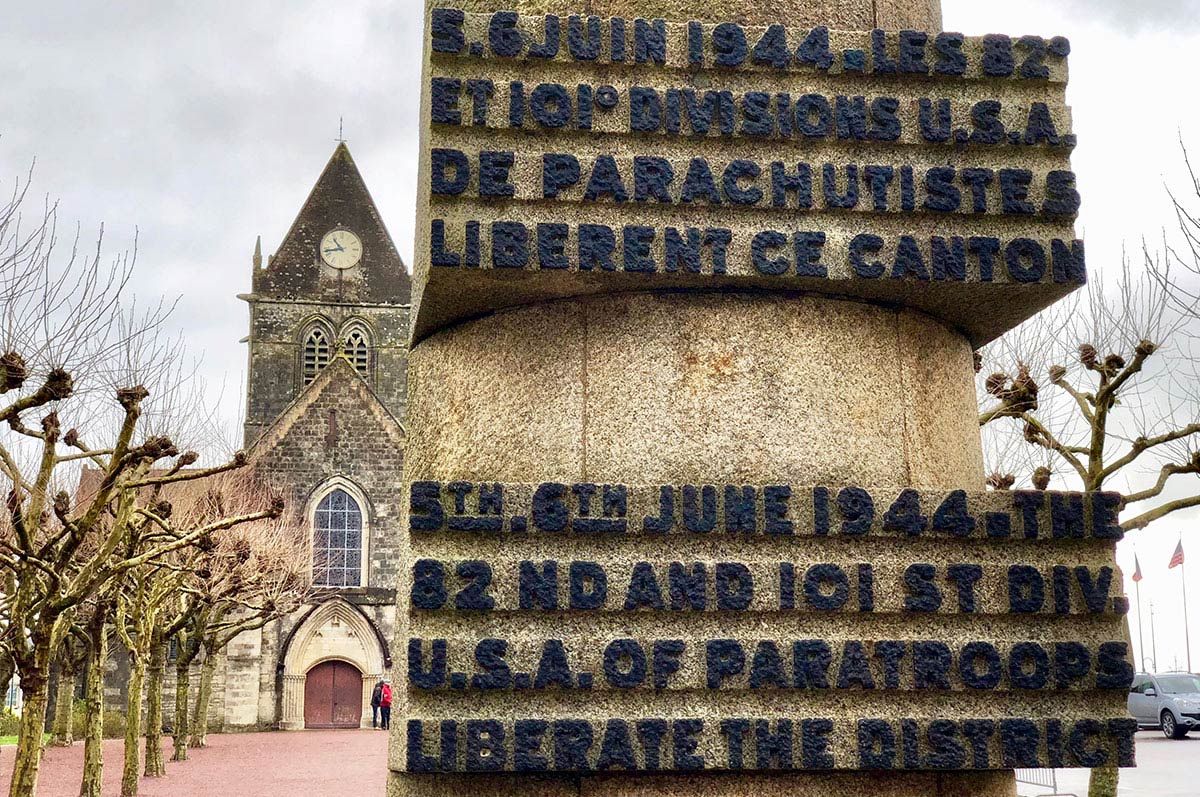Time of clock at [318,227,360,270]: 10:43
